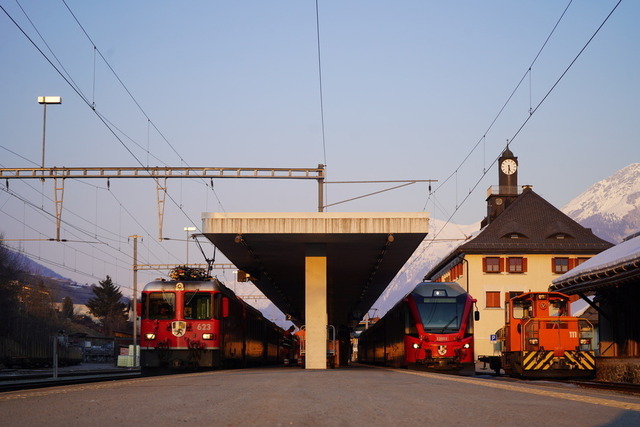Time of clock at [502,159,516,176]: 5:30
